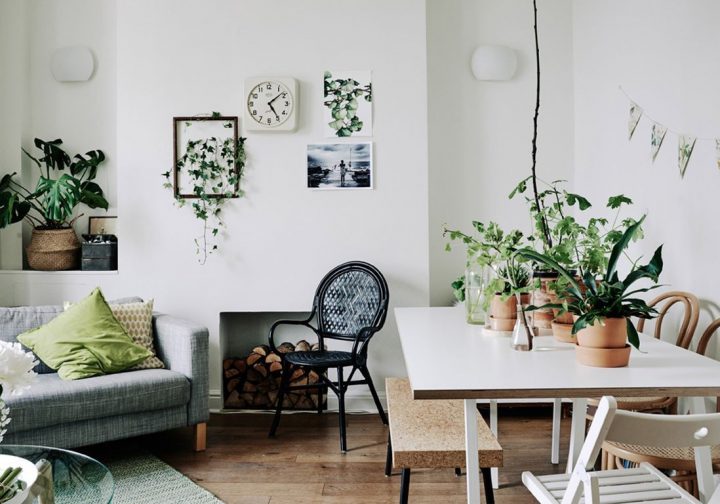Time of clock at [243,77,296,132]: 5:08
